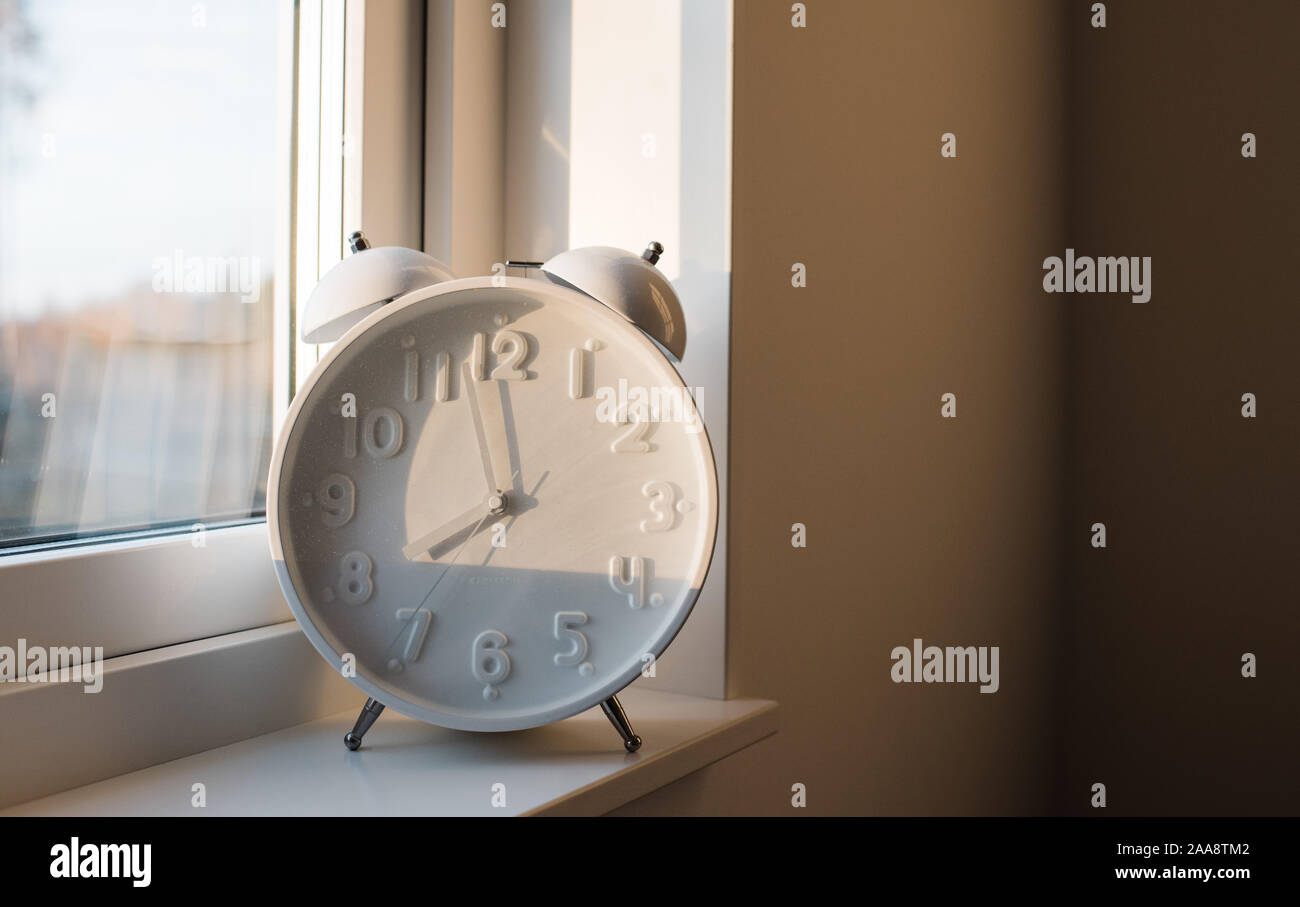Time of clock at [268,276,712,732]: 7:59
